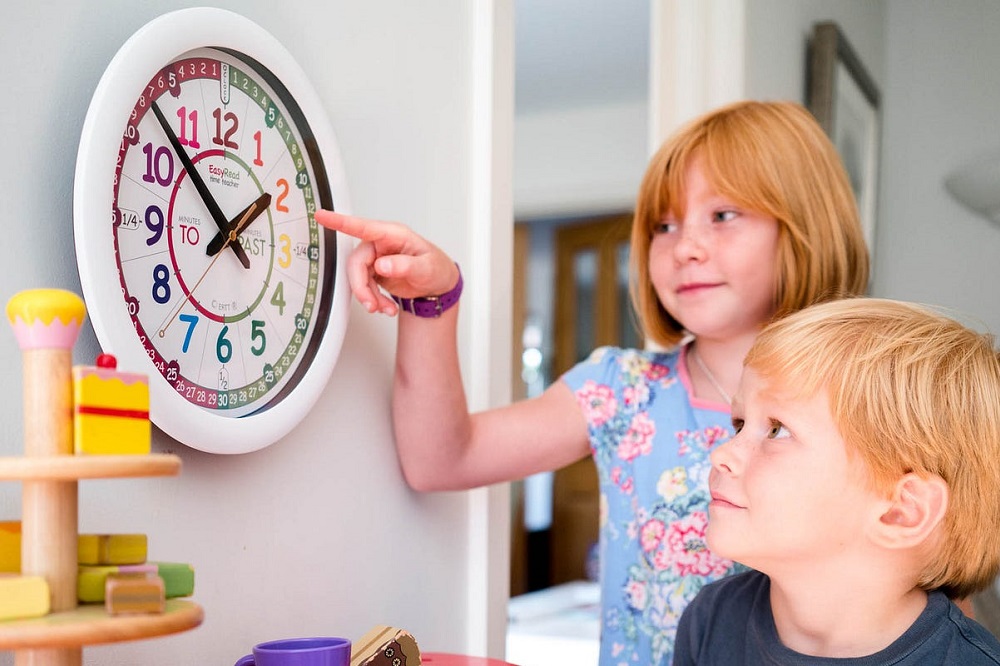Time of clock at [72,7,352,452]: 1:52
